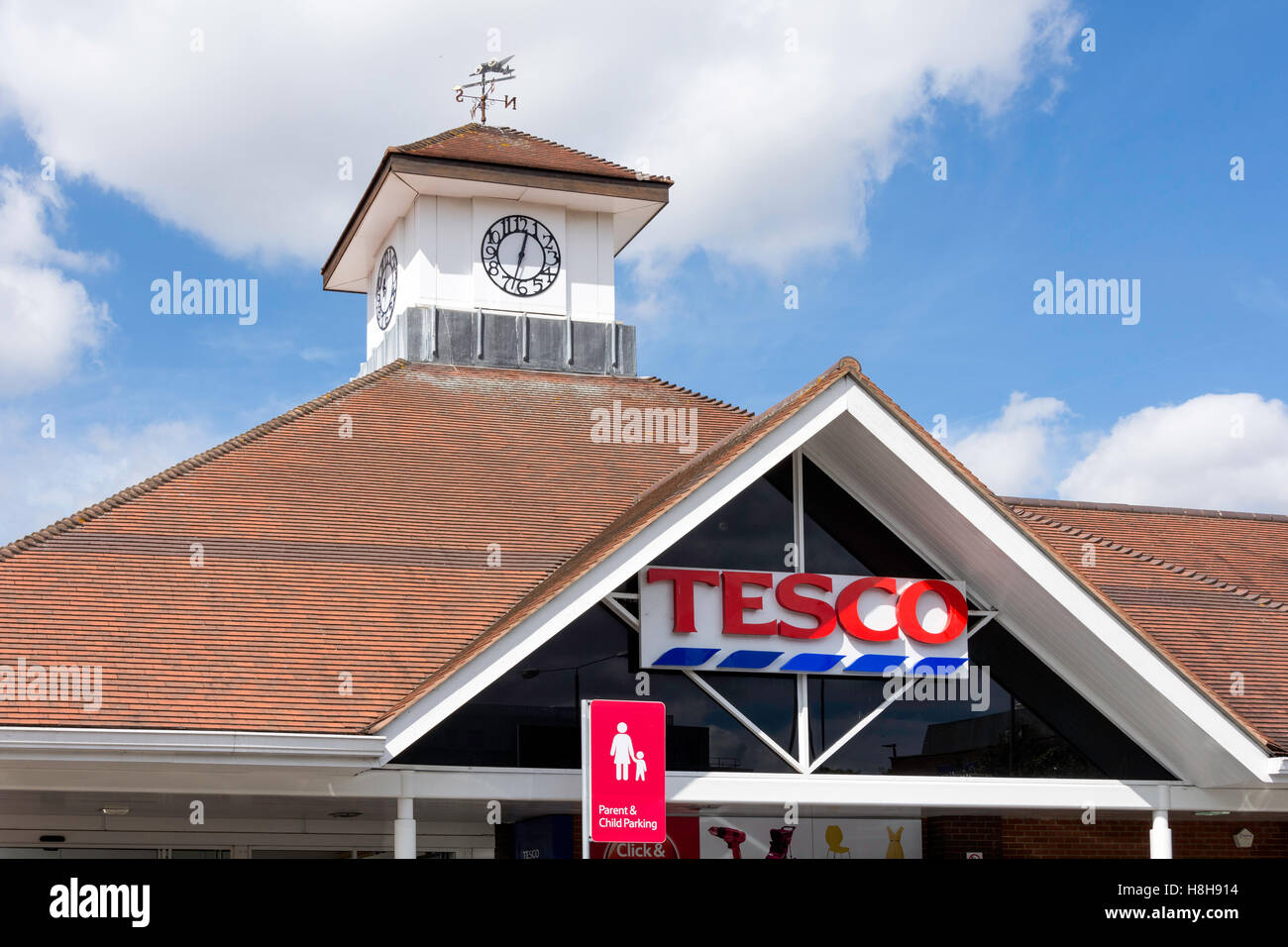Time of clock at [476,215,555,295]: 12:32
